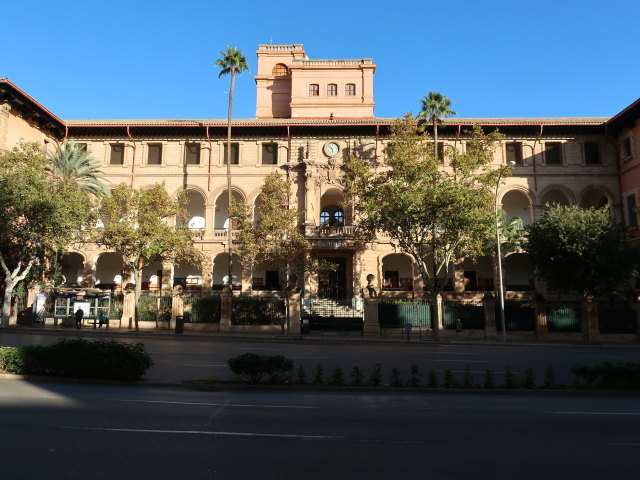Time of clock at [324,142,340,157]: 5:51
